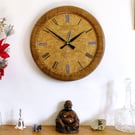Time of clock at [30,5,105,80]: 1:51
